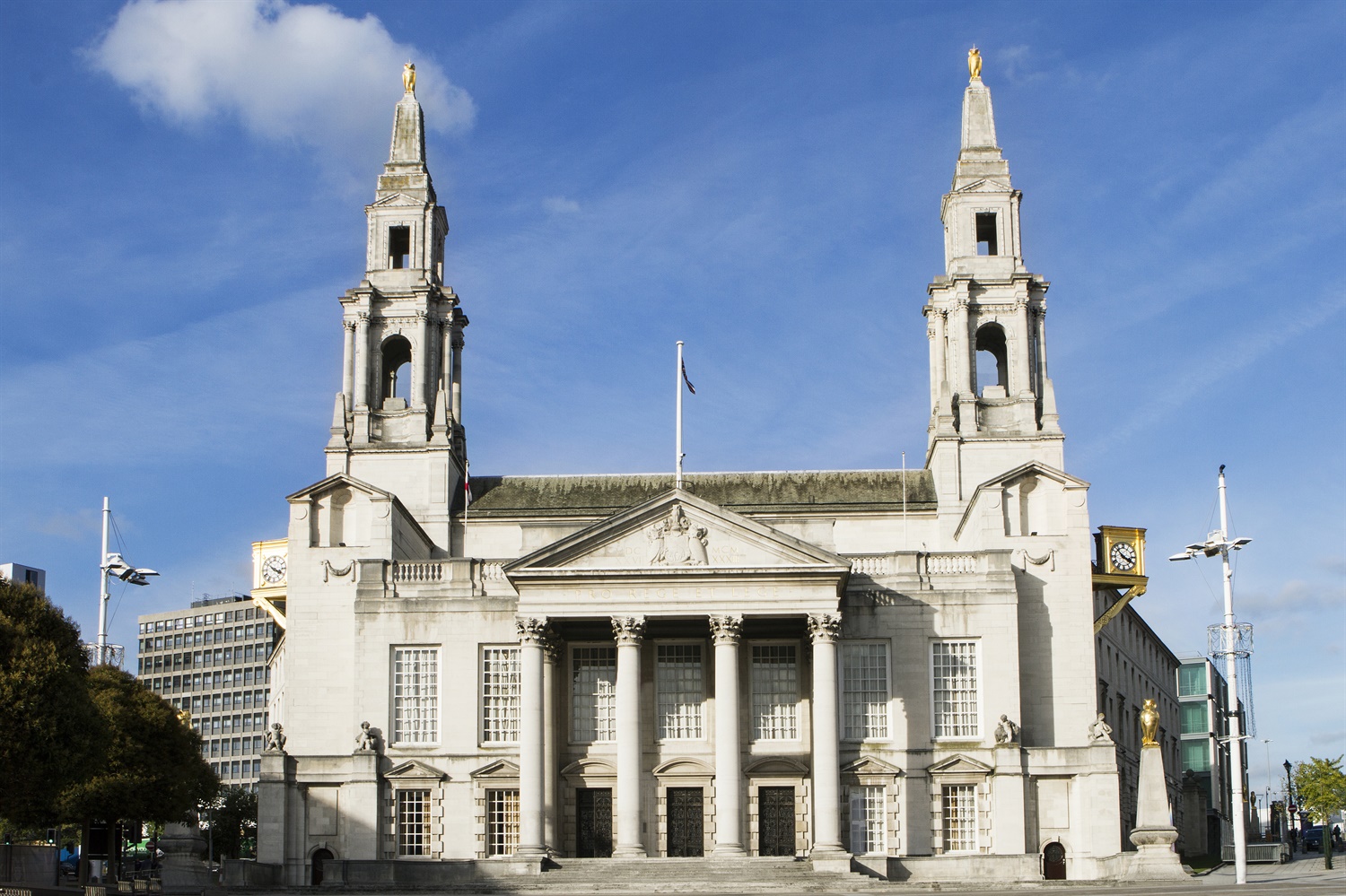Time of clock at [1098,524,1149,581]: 3:52
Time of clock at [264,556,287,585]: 3:51
